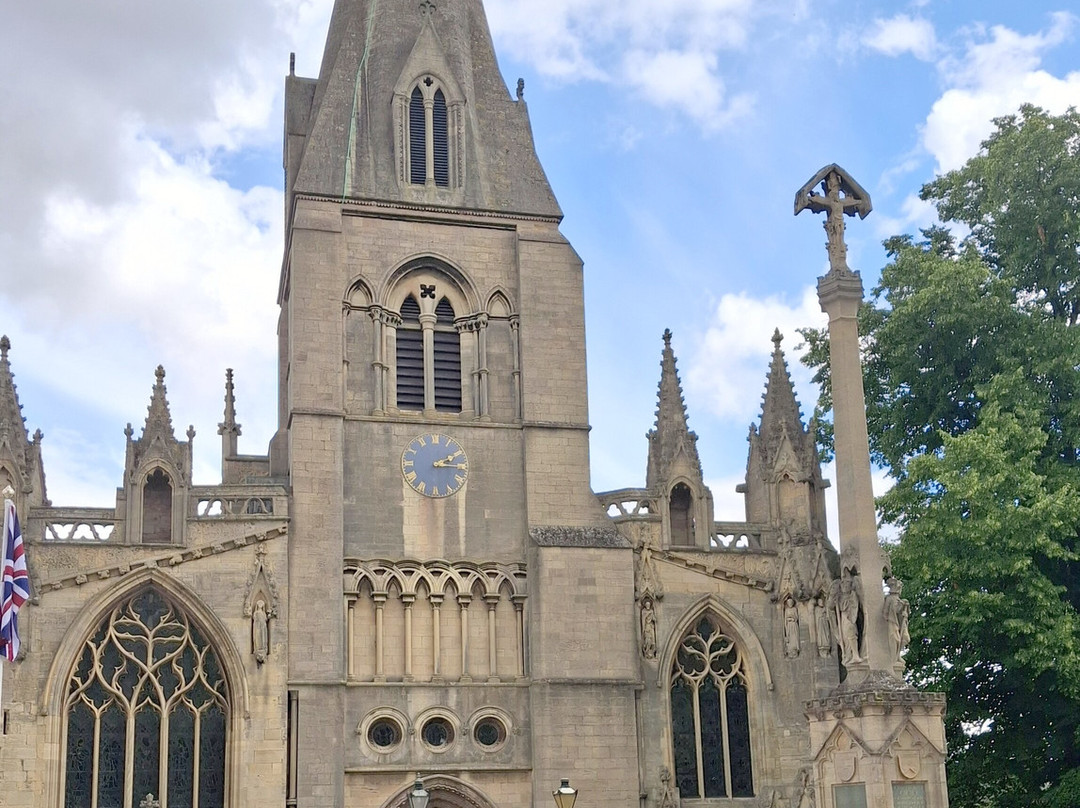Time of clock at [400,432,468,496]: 2:15
